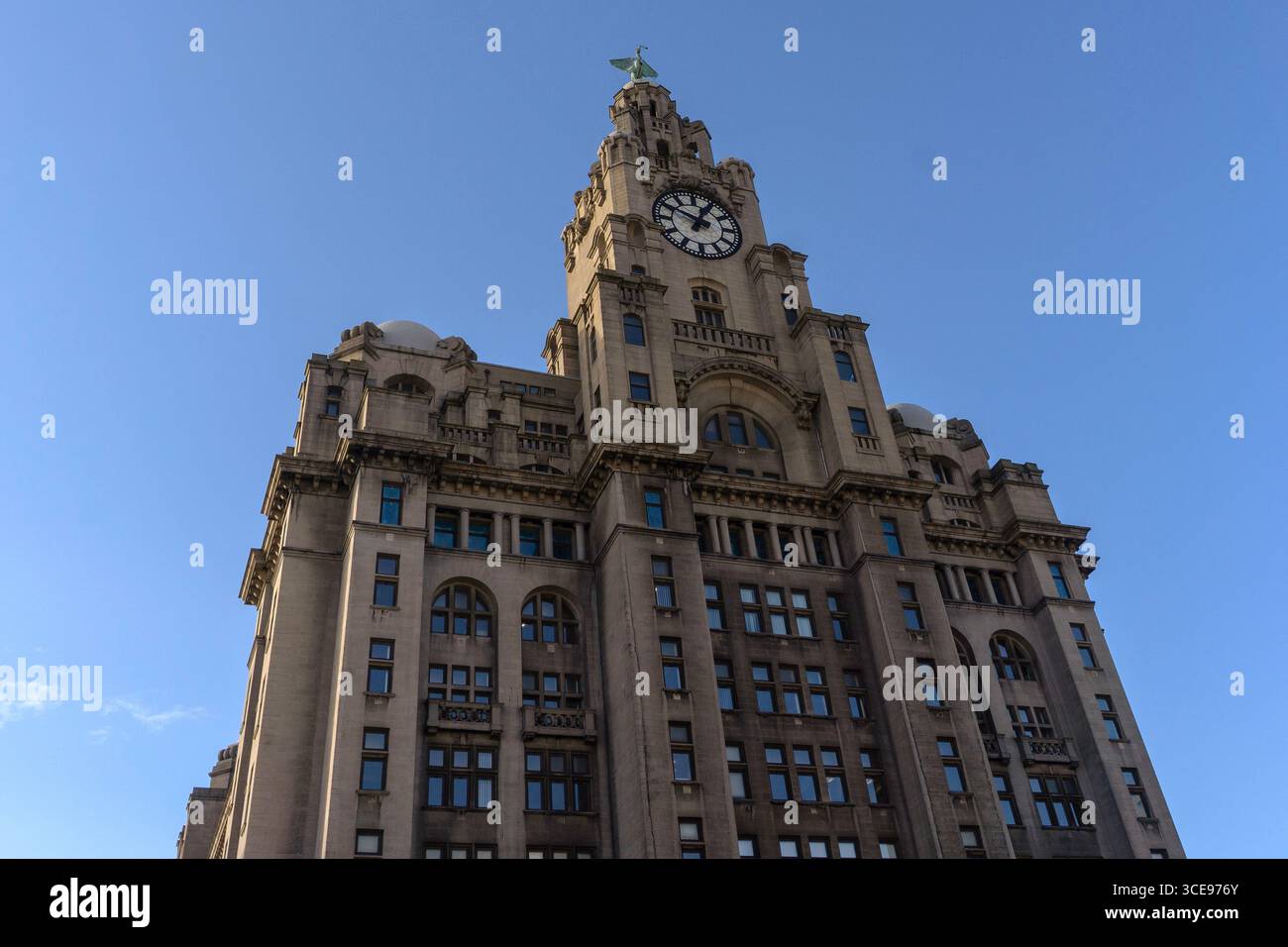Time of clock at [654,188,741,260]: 12:49
